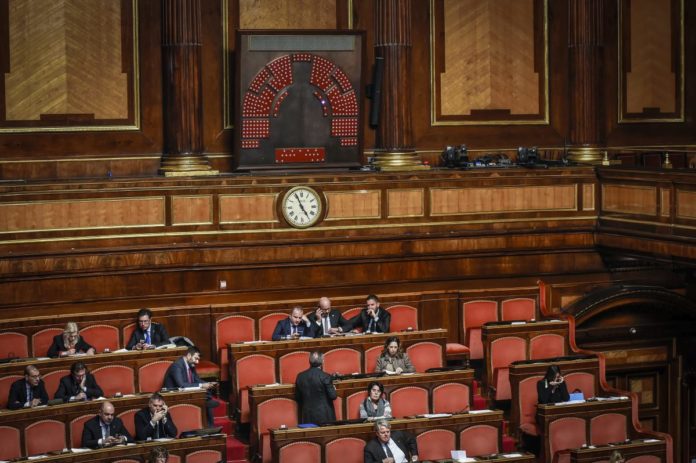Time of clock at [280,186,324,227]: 4:56
